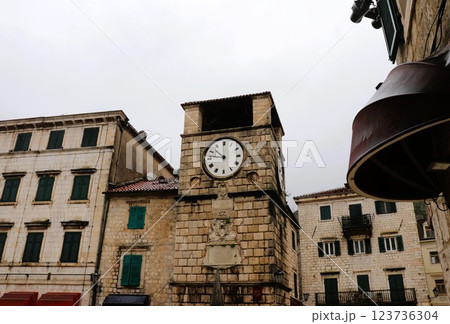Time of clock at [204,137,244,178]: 11:46
